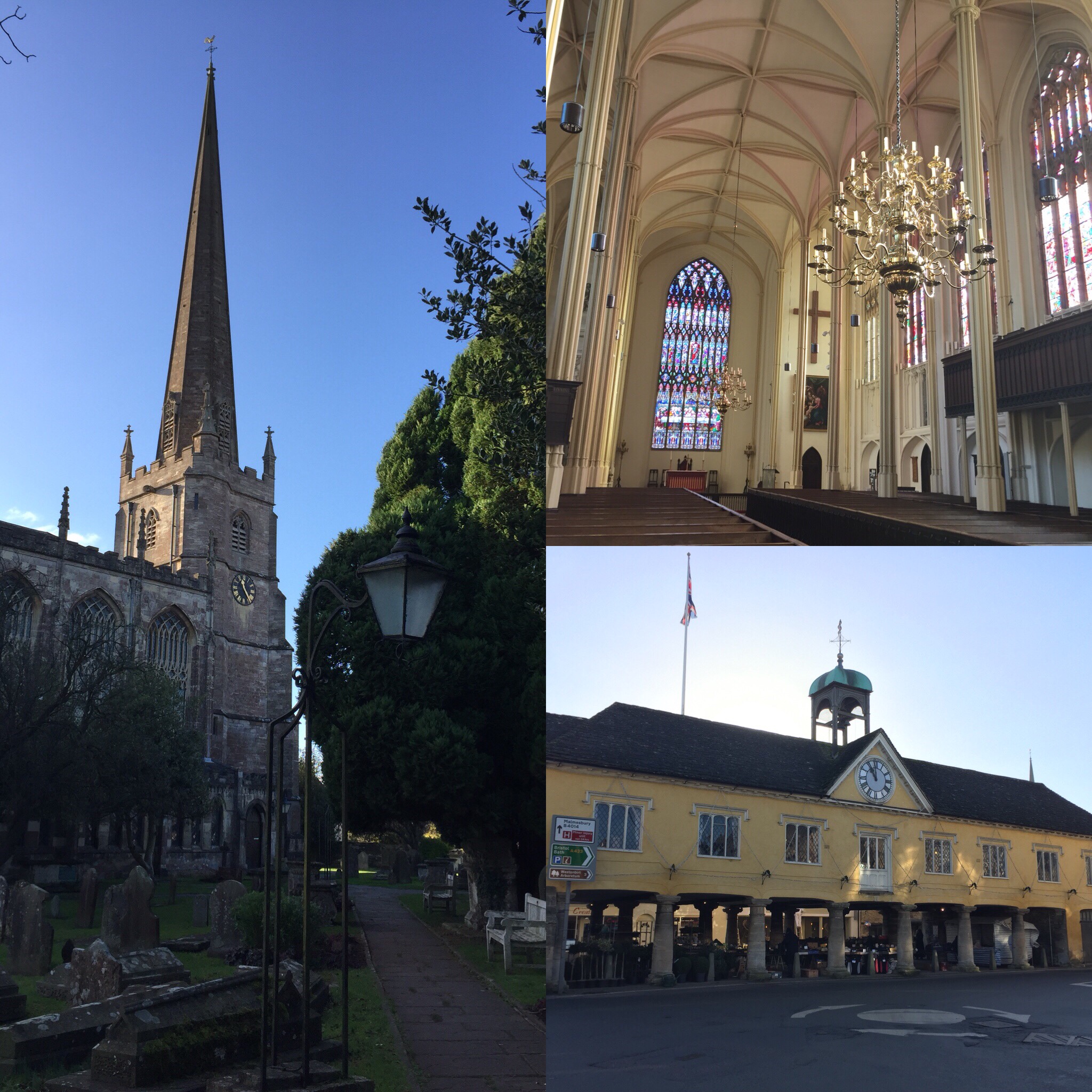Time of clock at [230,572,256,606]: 11:24
